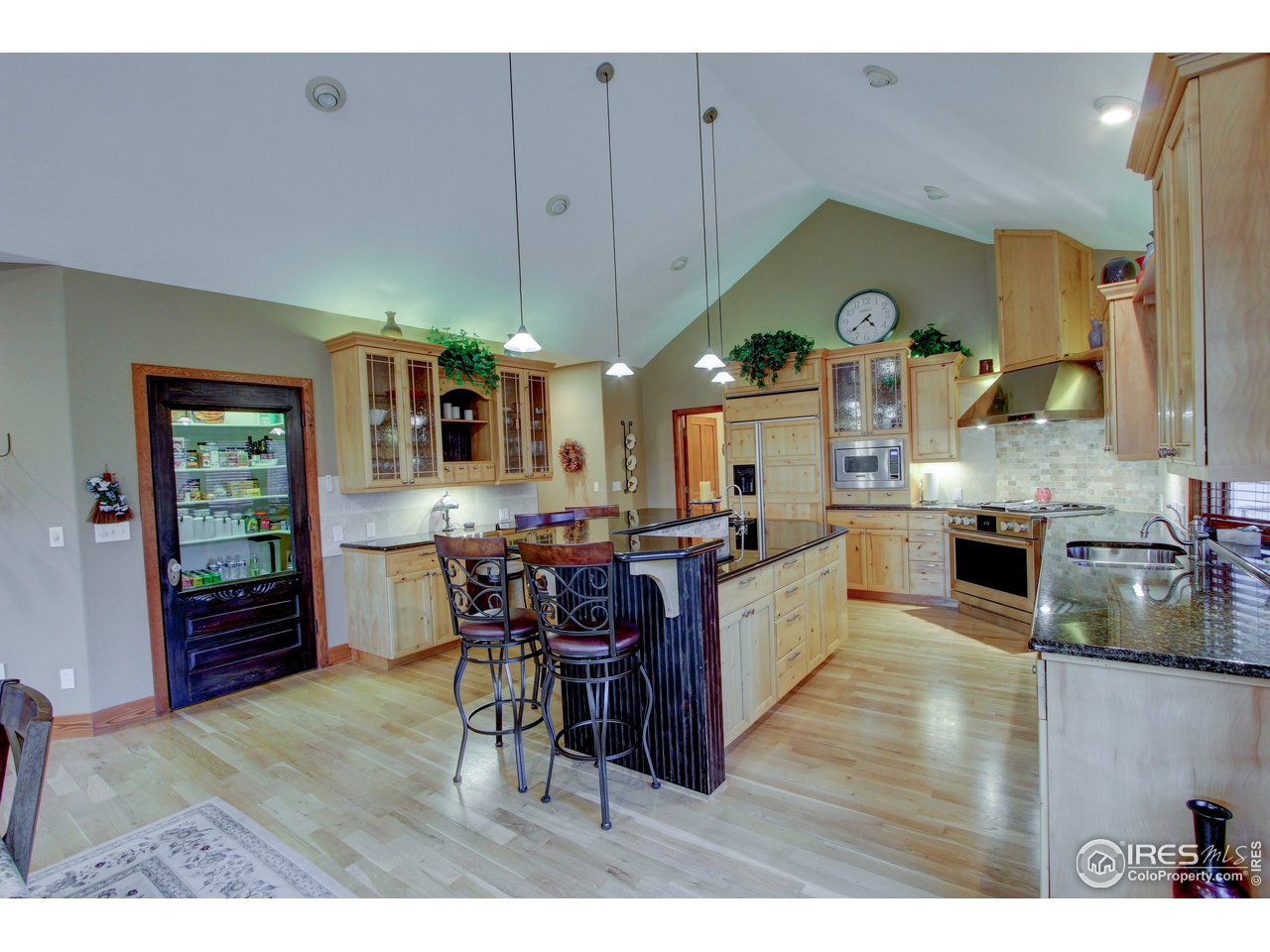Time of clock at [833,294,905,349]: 4:38
